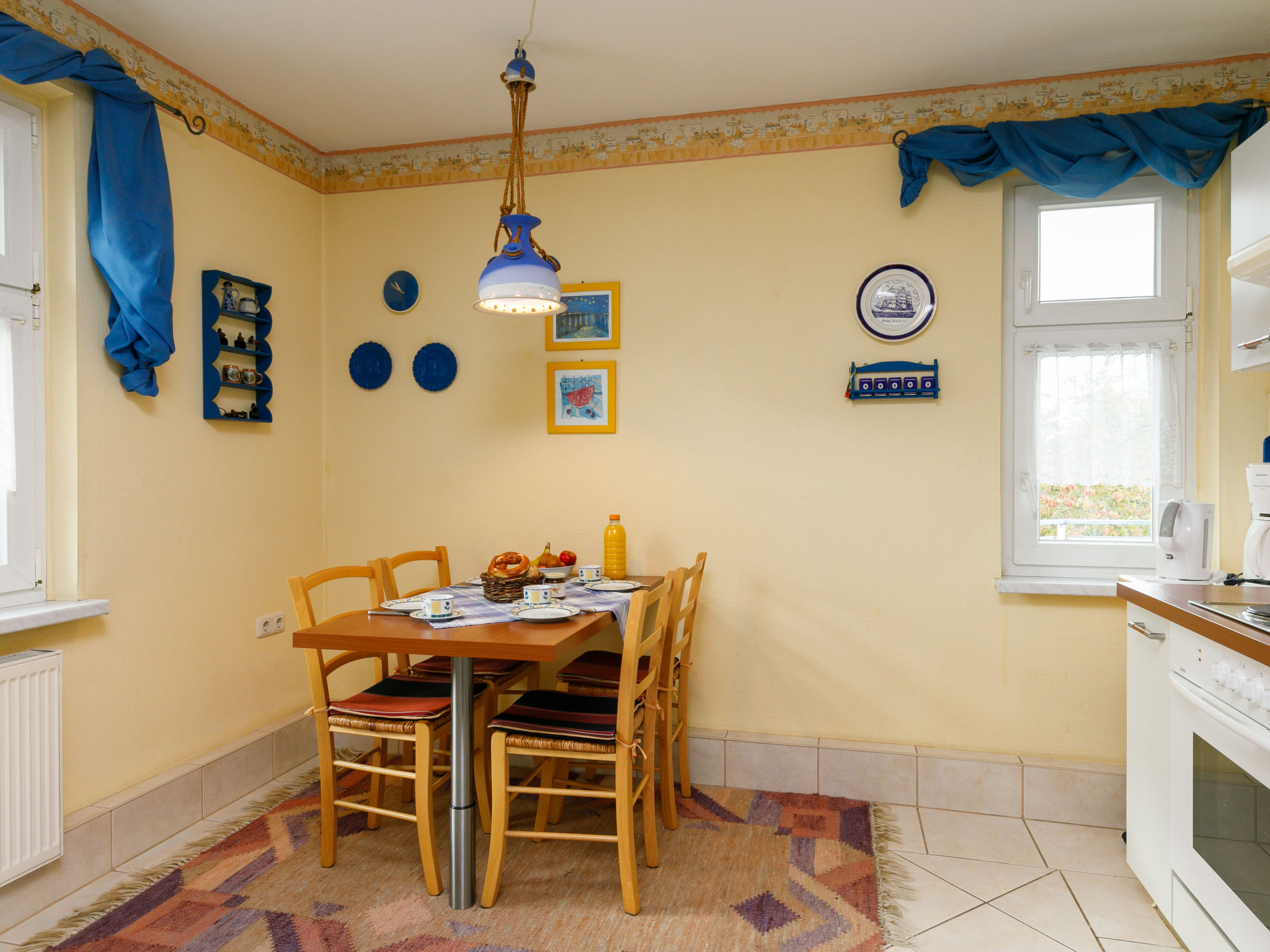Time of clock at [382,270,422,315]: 10:50
